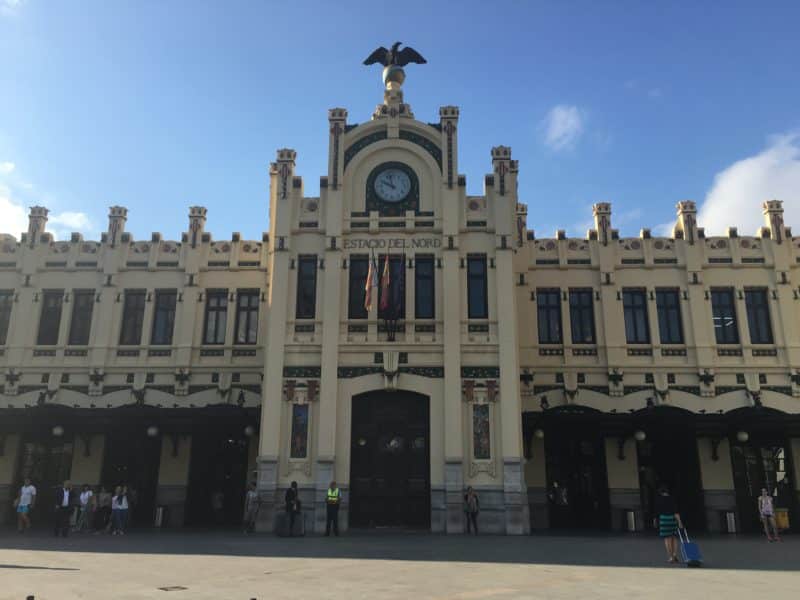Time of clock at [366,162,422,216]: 9:57
